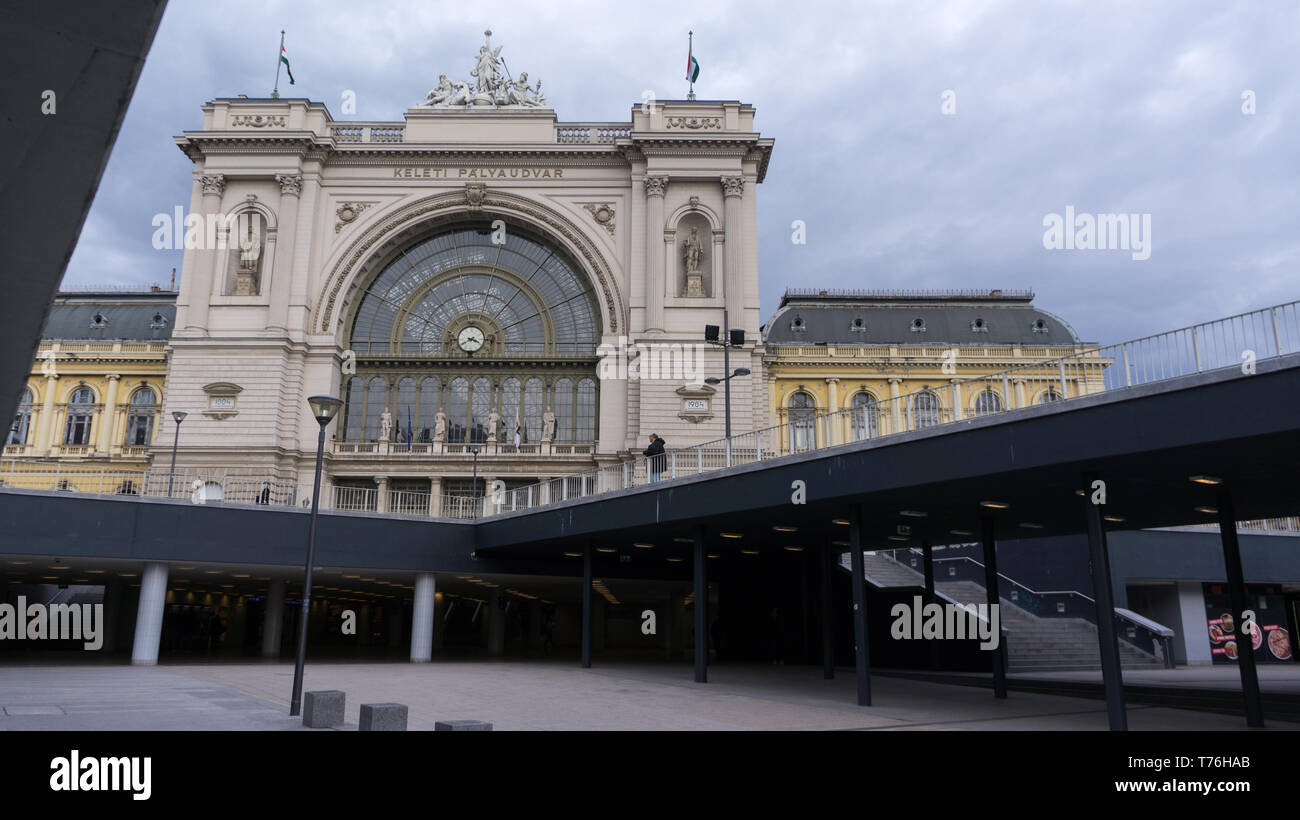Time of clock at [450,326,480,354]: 3:40
